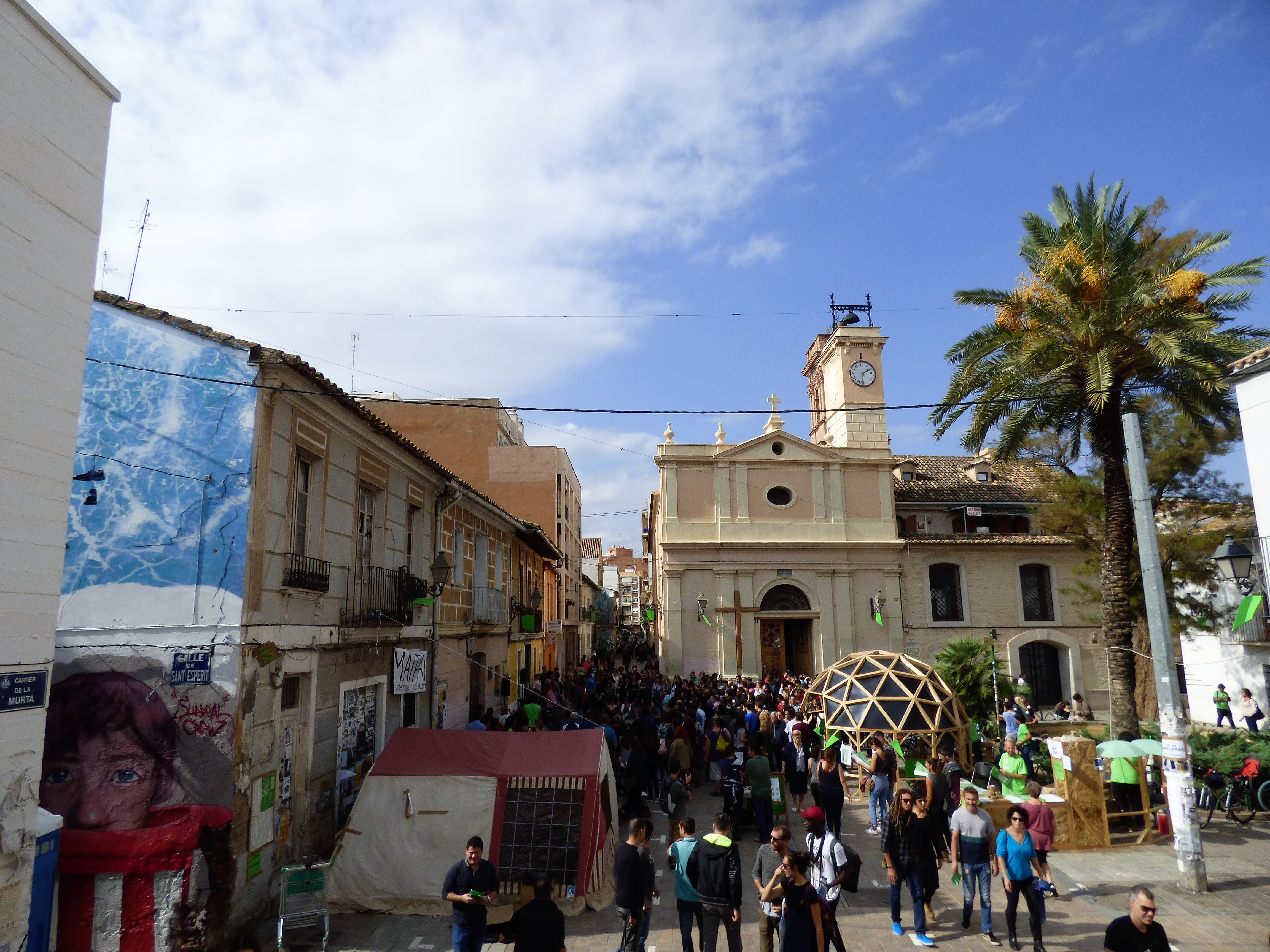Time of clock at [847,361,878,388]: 6:09
